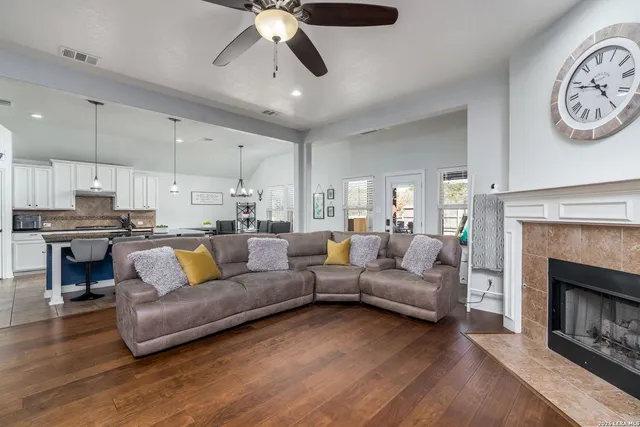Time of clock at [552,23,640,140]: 4:48
